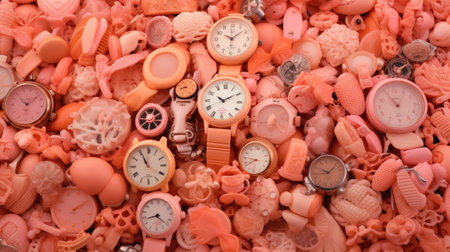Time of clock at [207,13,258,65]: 10:08
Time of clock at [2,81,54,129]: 10:07
